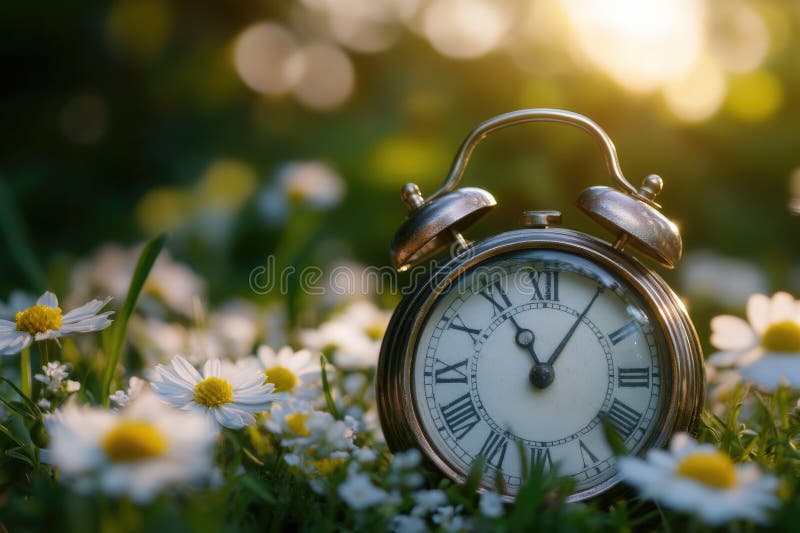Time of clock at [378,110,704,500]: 11:05
